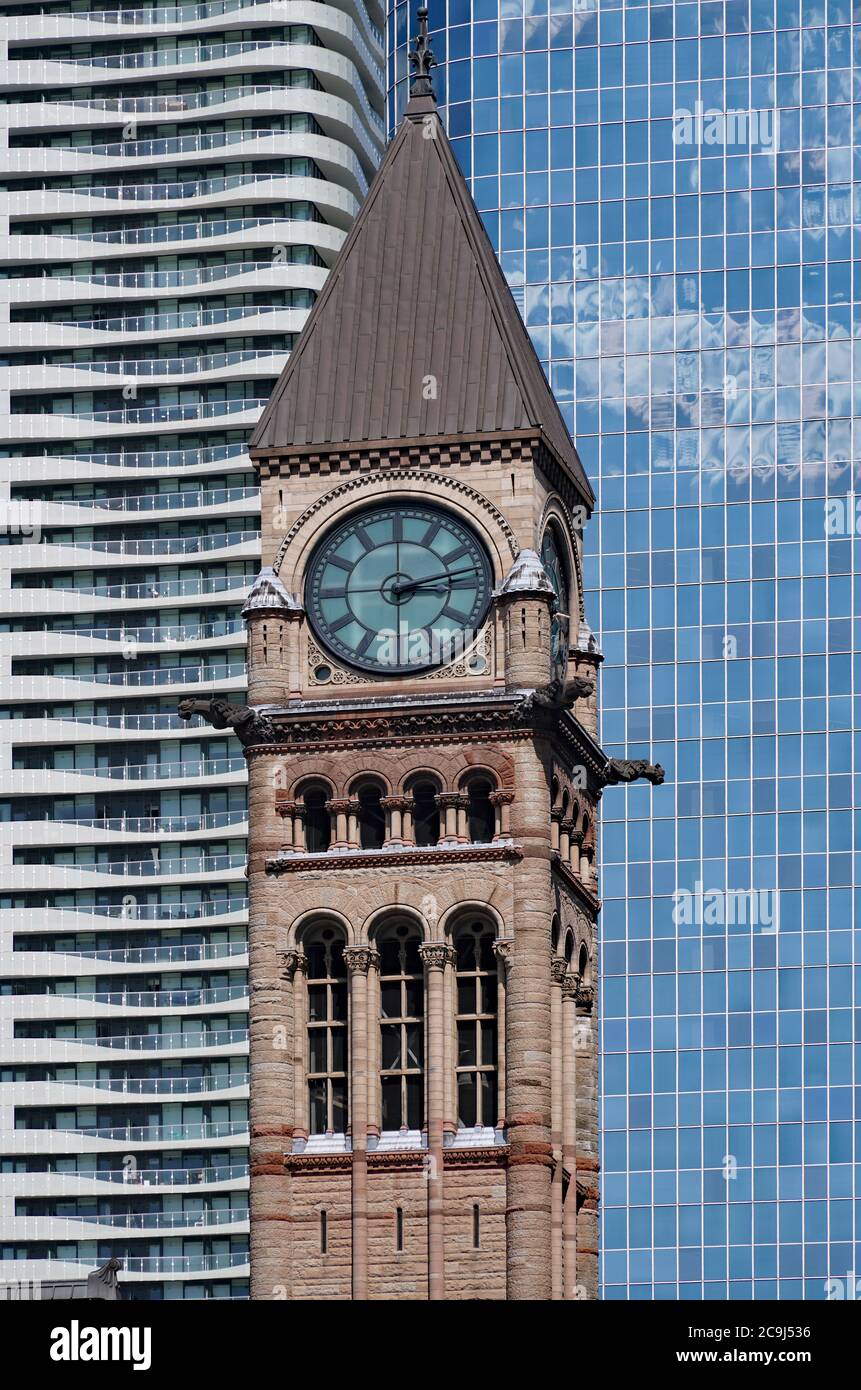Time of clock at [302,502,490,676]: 3:12
